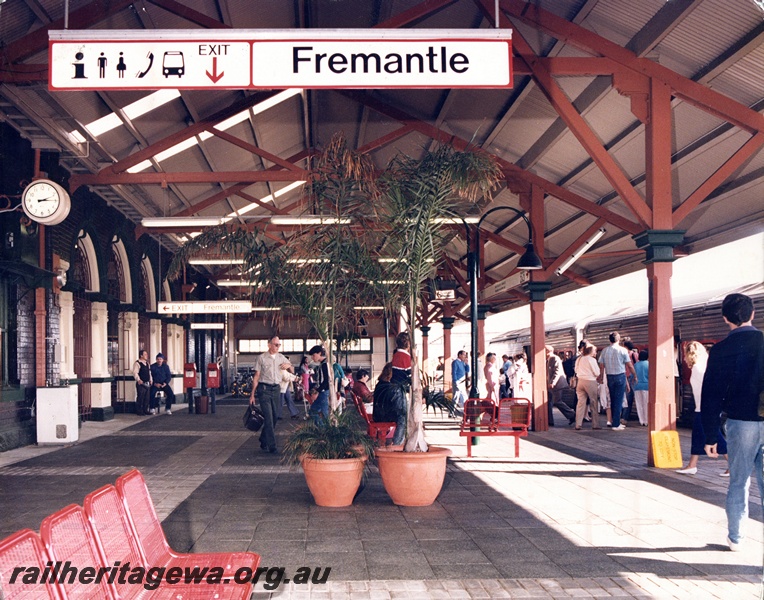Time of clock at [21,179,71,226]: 2:14
